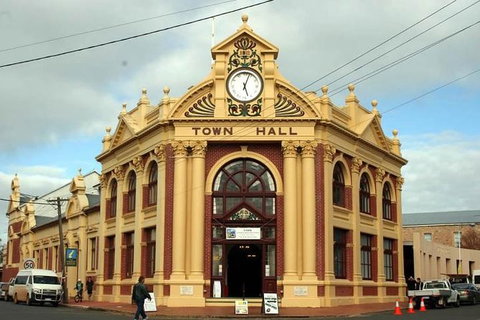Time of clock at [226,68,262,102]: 5:03
